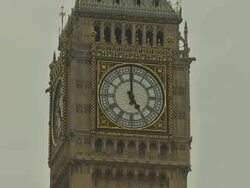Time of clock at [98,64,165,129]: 4:59
